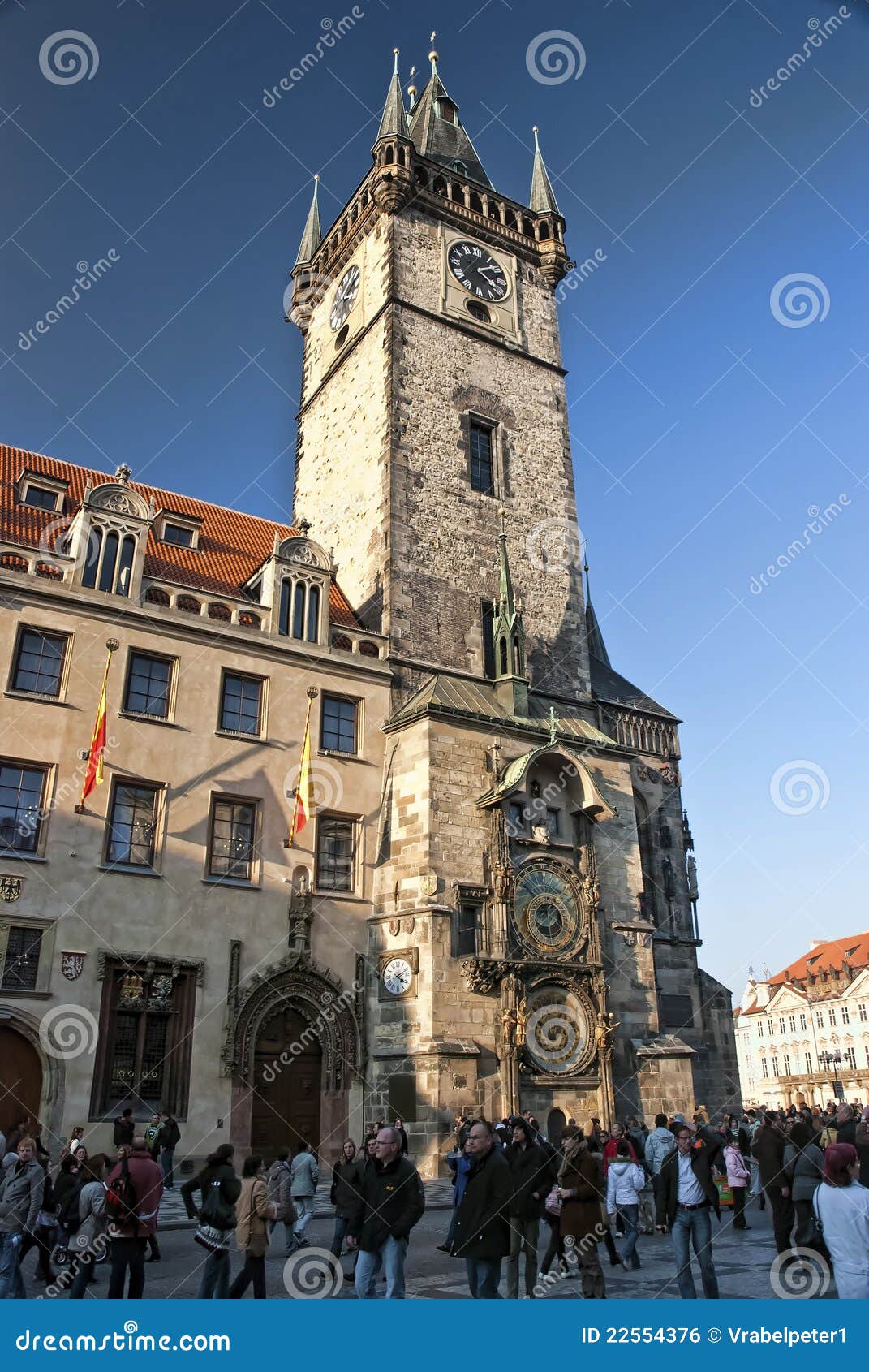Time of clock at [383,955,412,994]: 4:10
